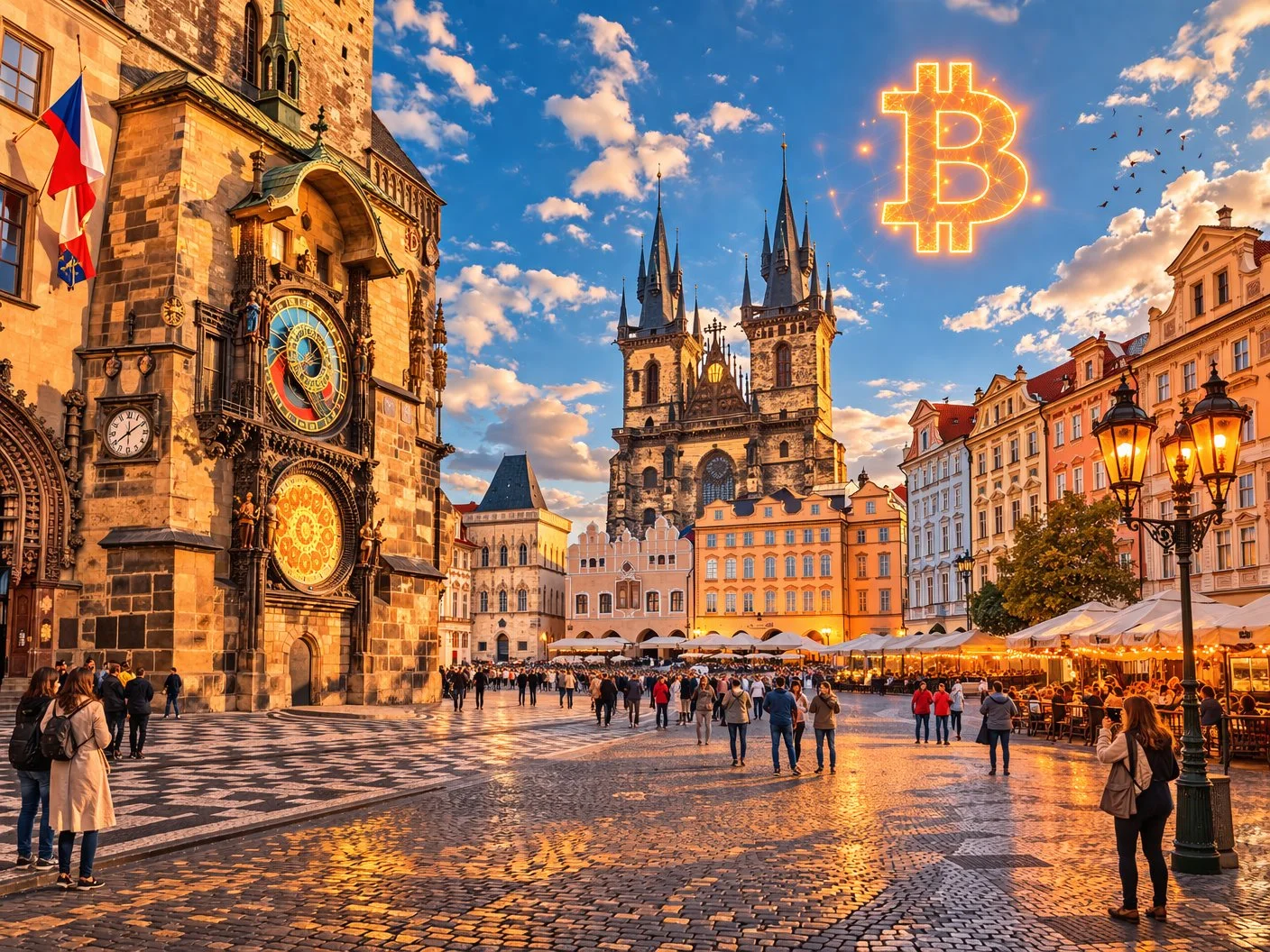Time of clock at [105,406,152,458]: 12:09
